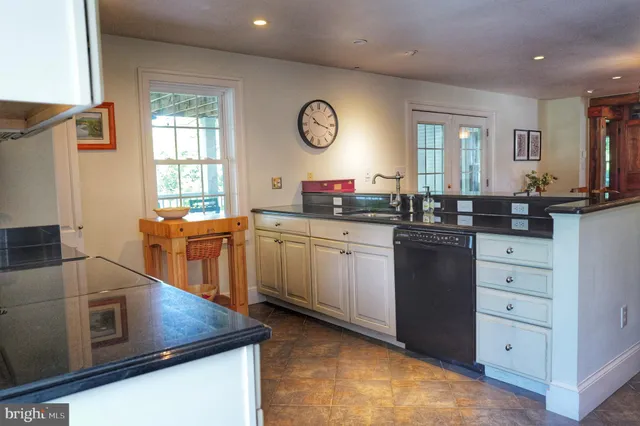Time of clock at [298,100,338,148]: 10:17
